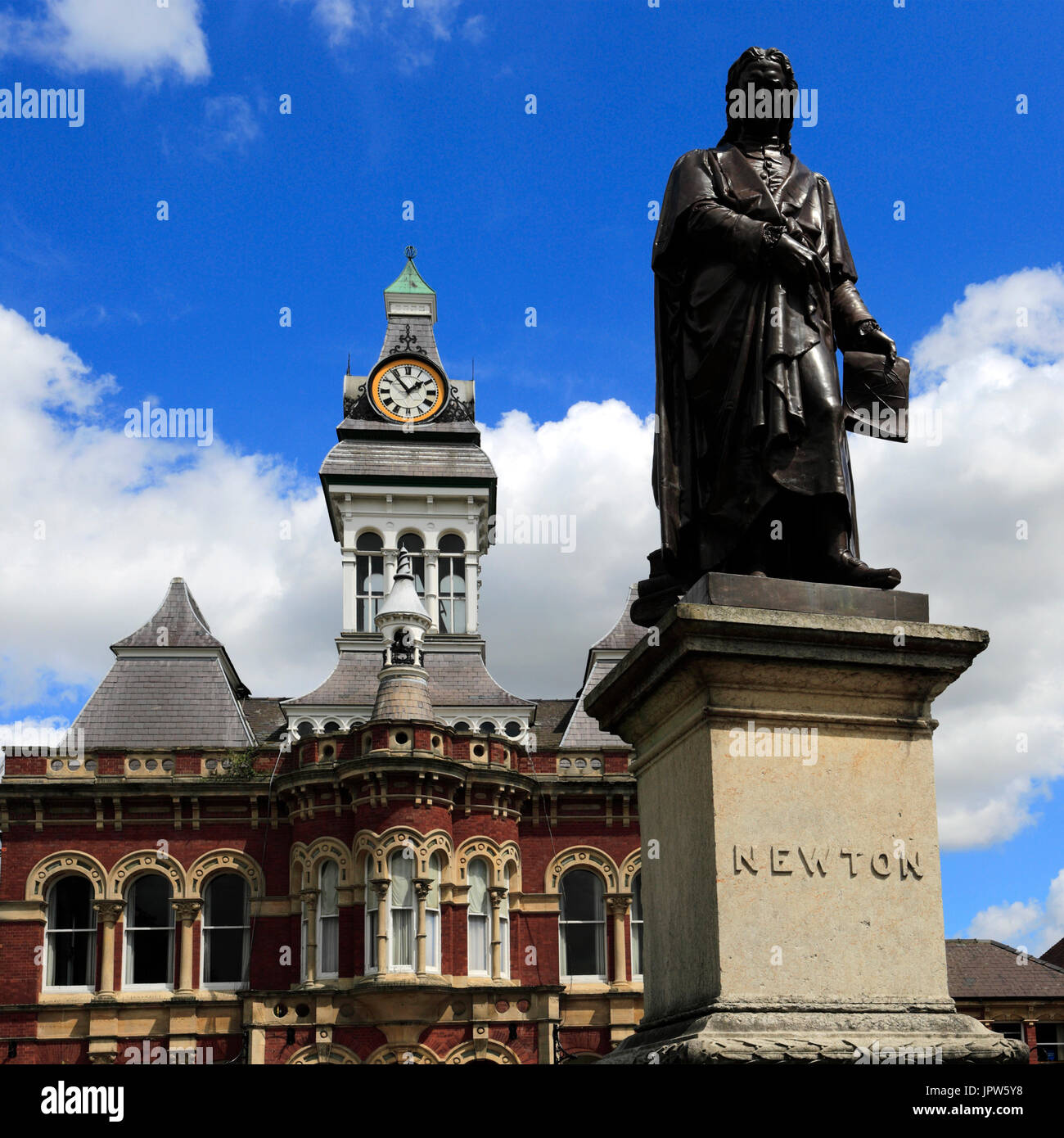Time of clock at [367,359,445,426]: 1:53
